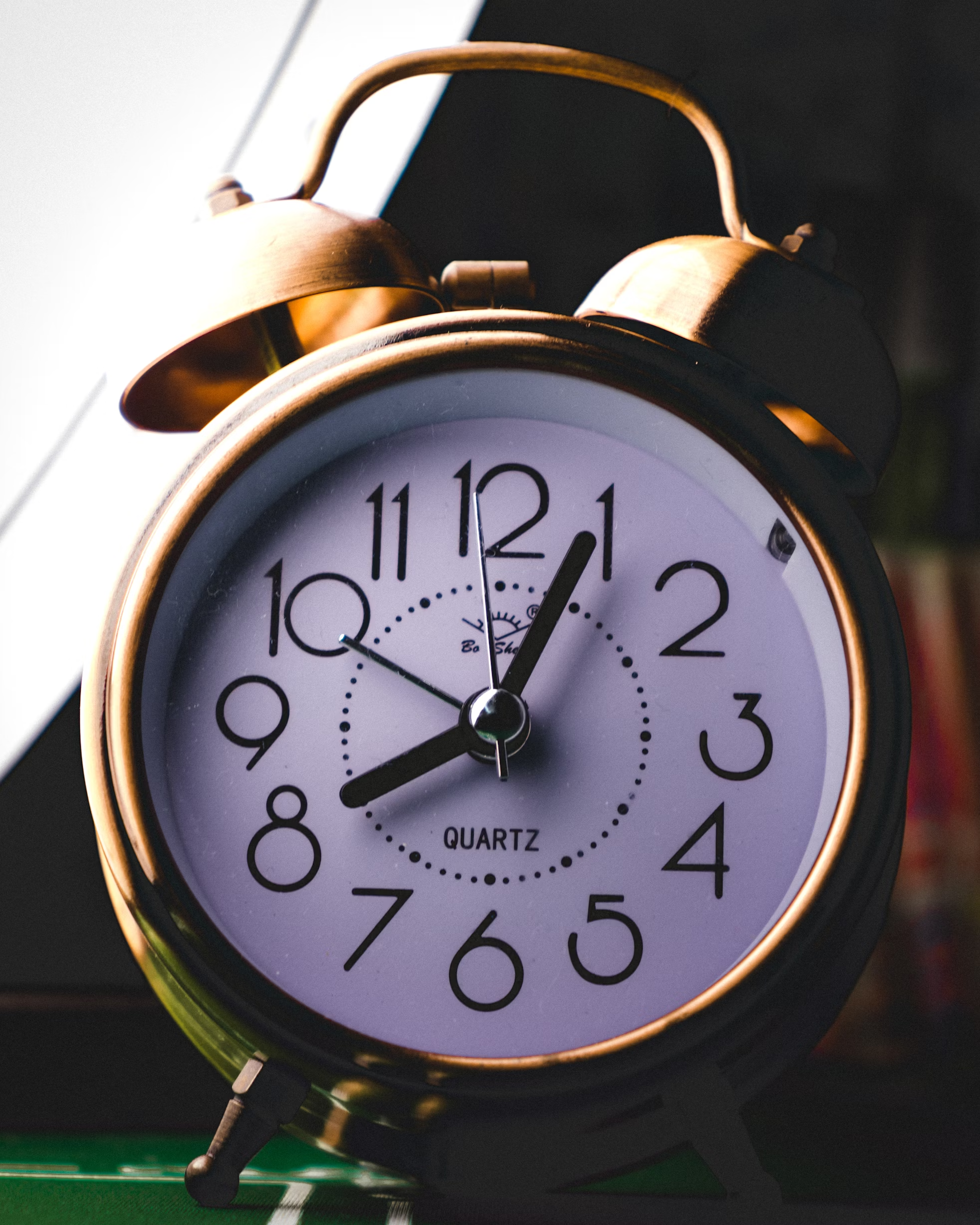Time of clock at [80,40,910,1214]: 8:04
